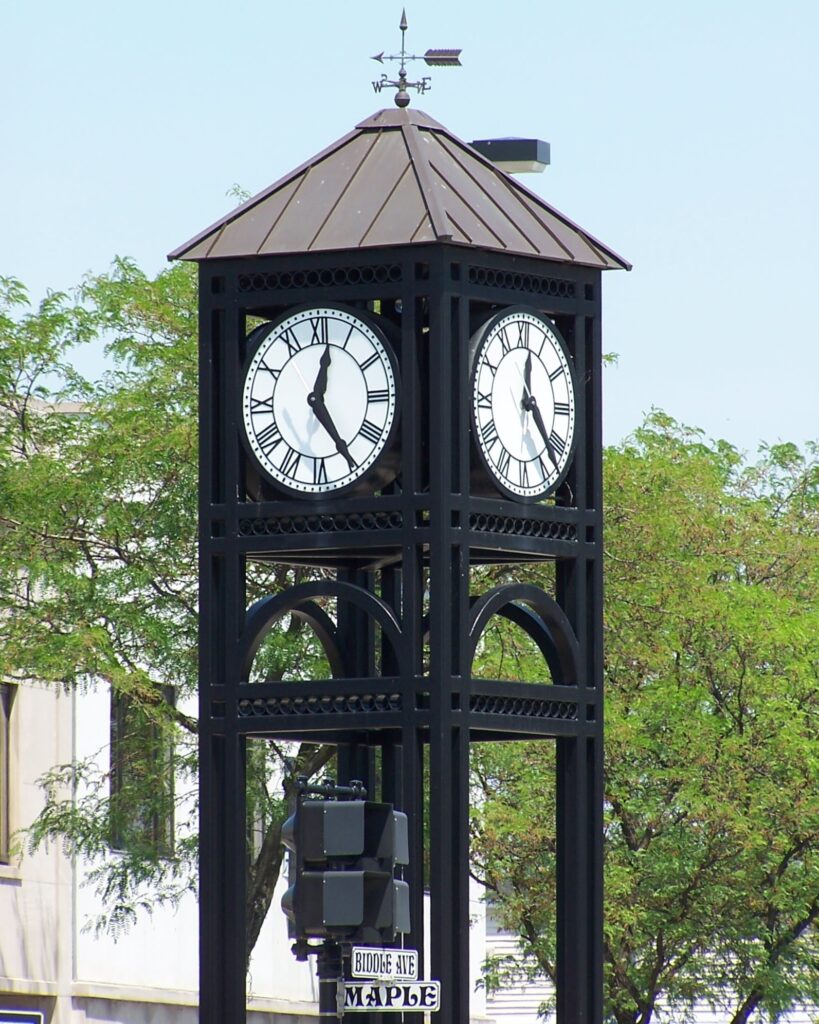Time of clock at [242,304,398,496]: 12:24
